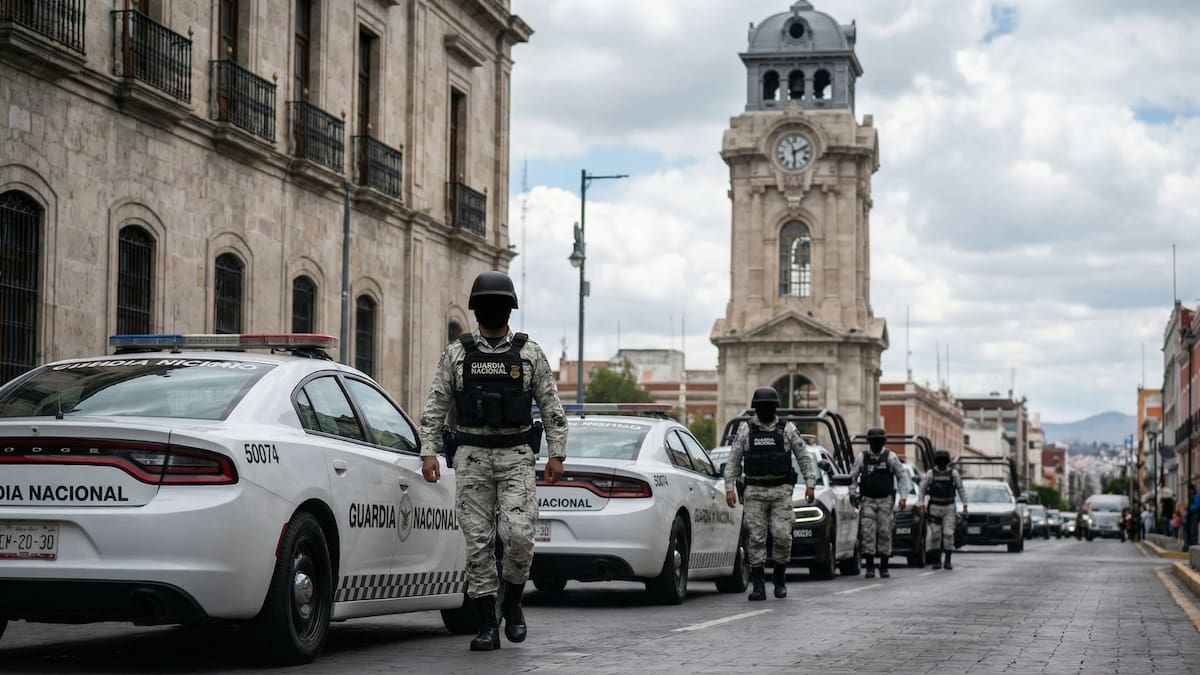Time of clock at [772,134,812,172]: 2:29
